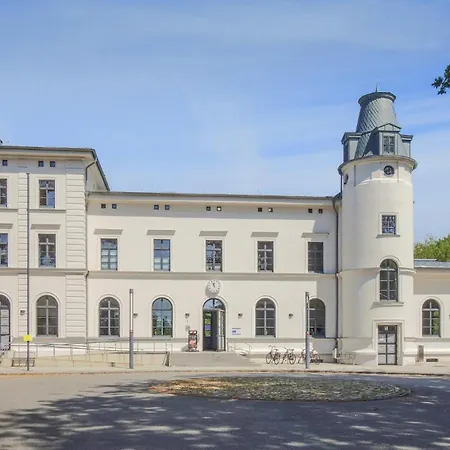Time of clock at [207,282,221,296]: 11:55
